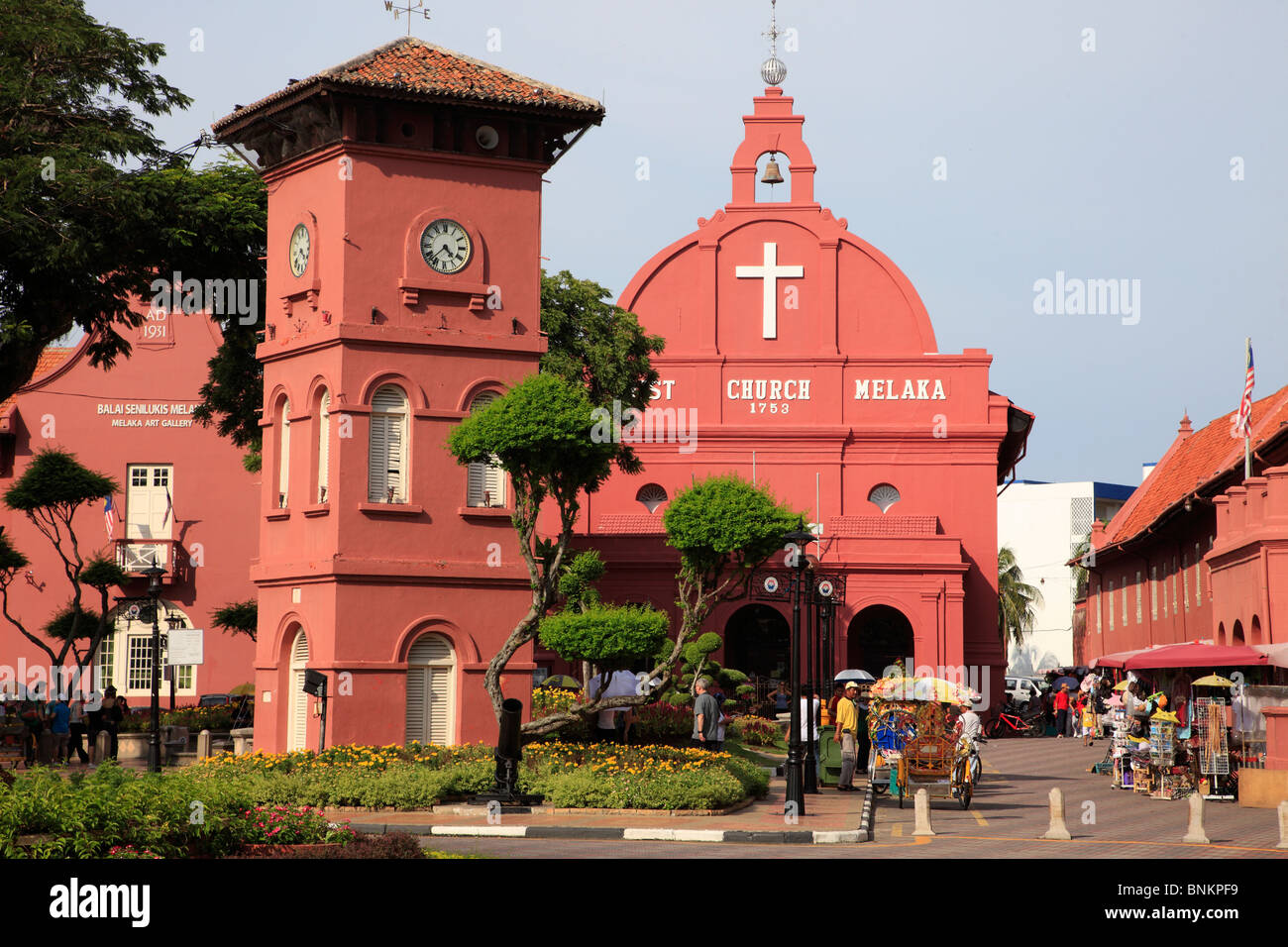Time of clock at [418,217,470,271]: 4:37
